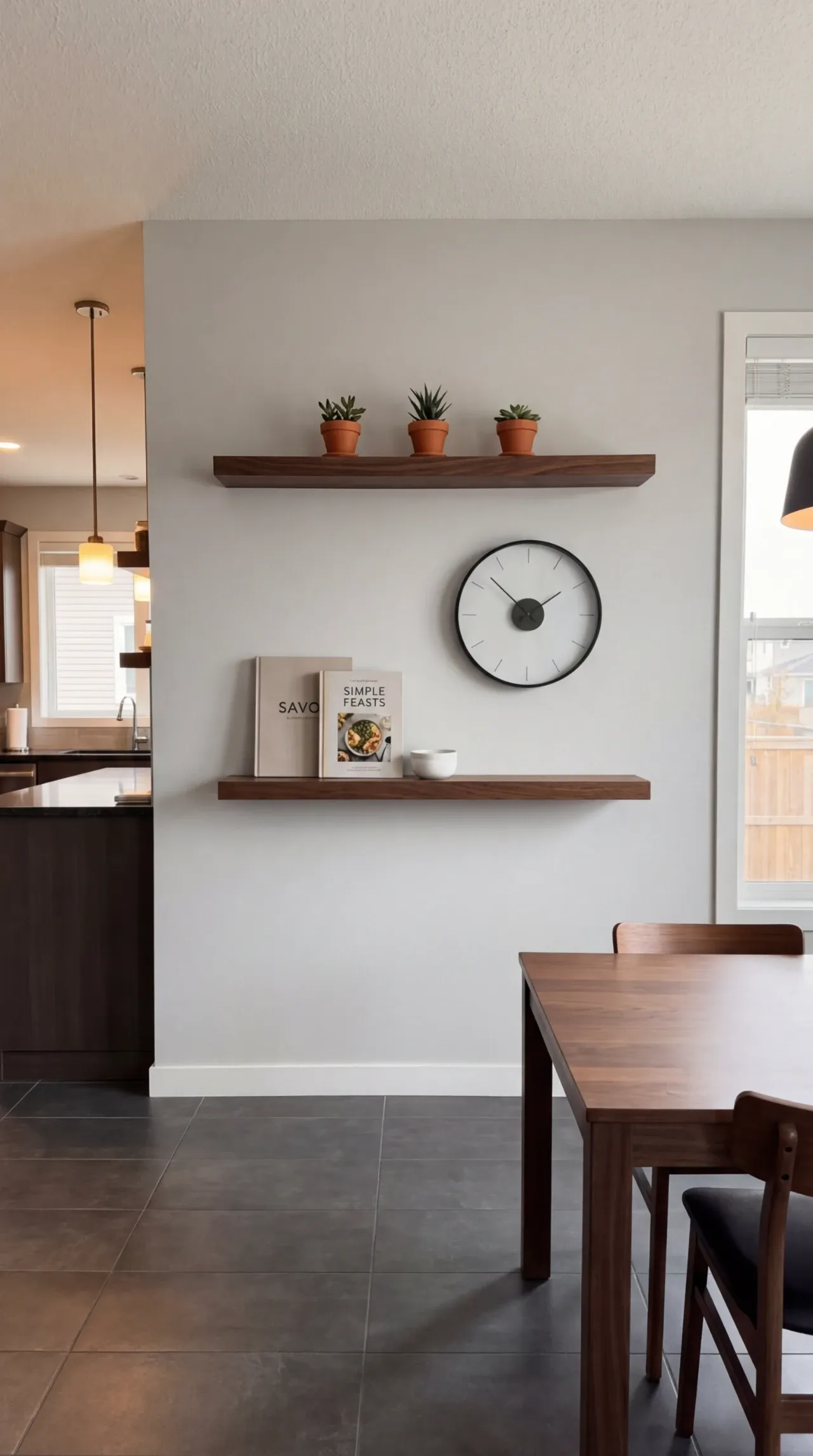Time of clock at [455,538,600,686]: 1:52
